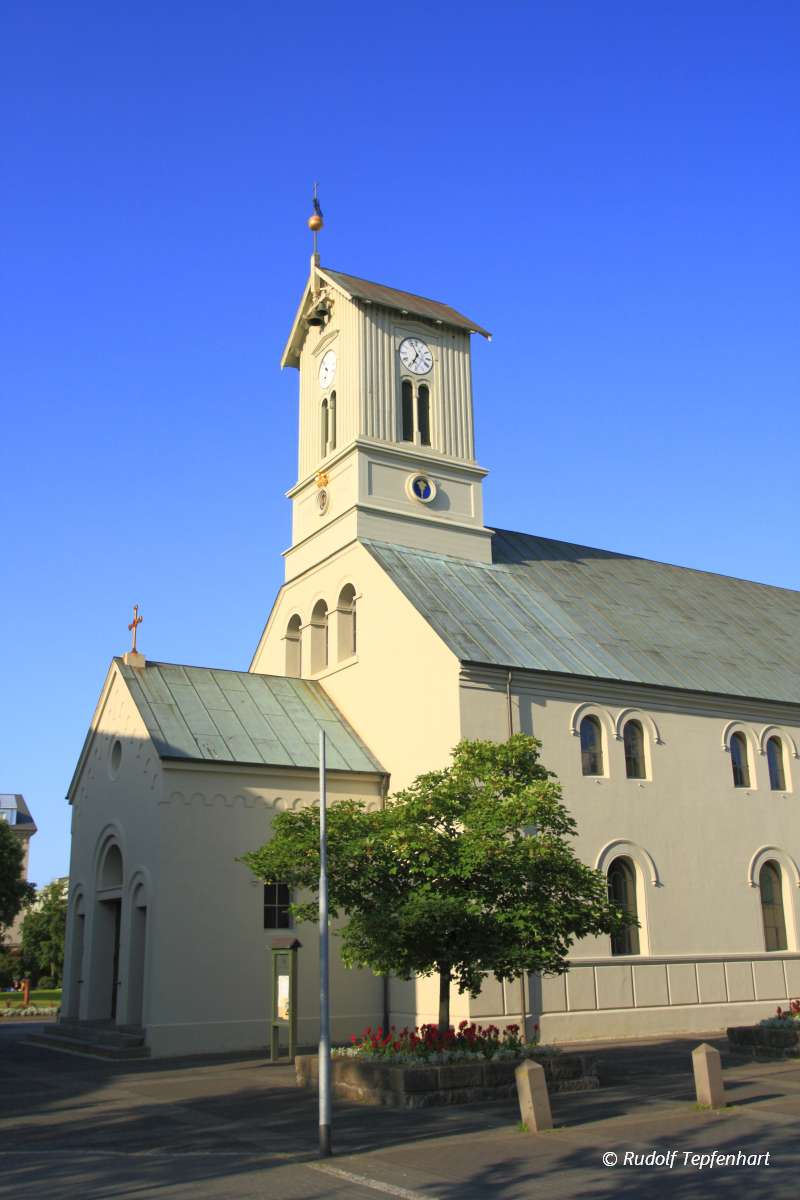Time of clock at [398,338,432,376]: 6:55
